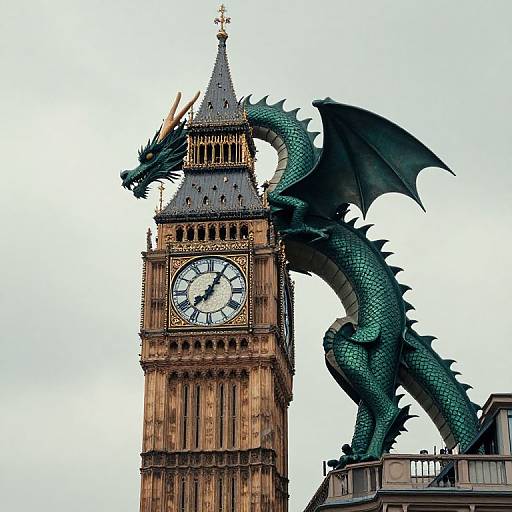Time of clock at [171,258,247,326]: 8:05
